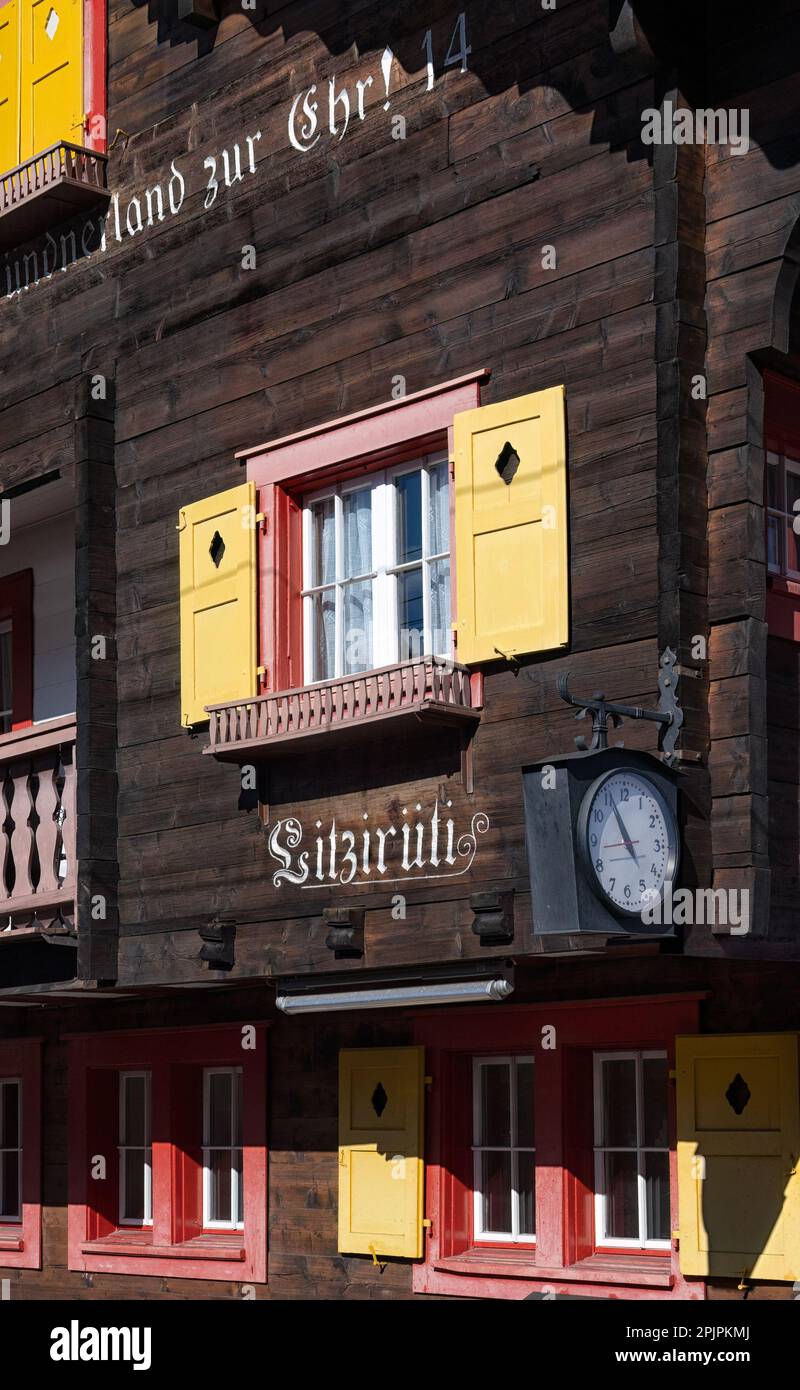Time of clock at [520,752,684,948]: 10:55
